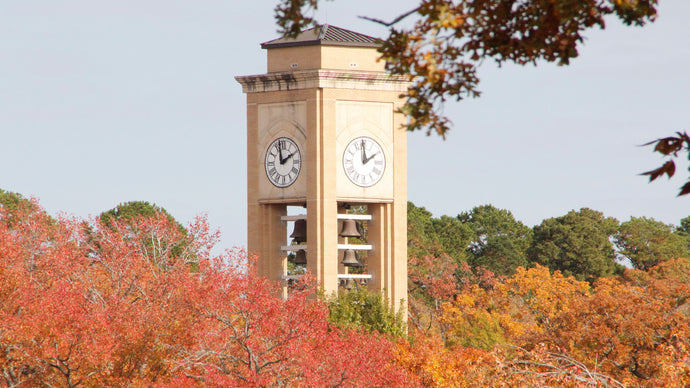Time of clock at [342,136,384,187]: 1:59
